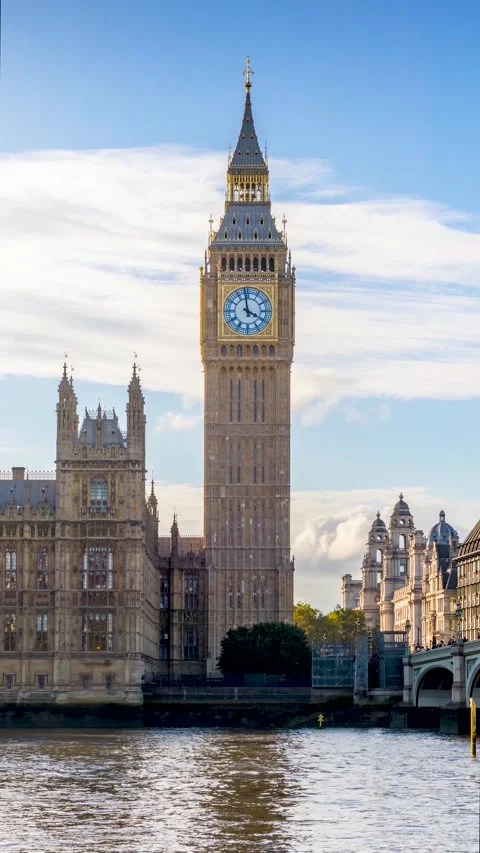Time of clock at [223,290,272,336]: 3:58
